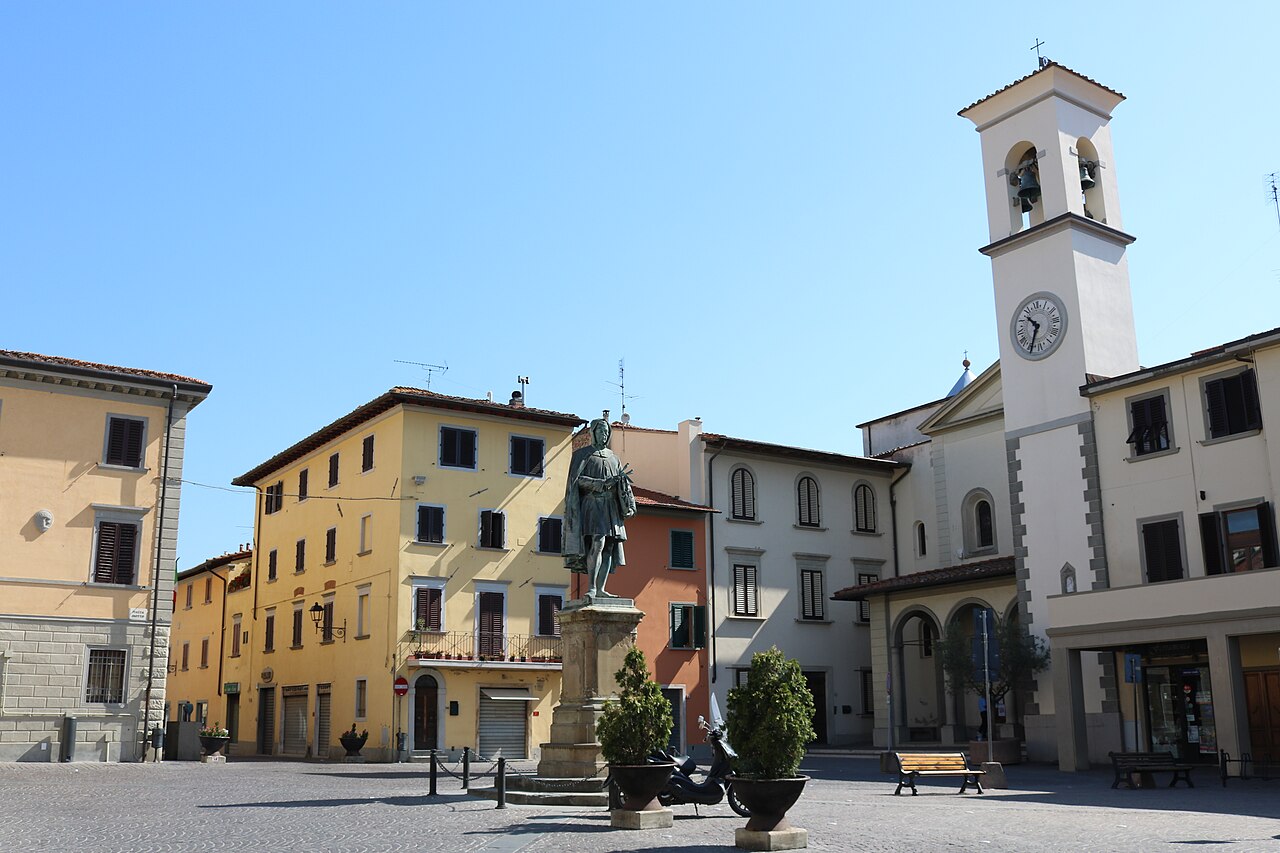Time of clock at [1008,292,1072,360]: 10:34
